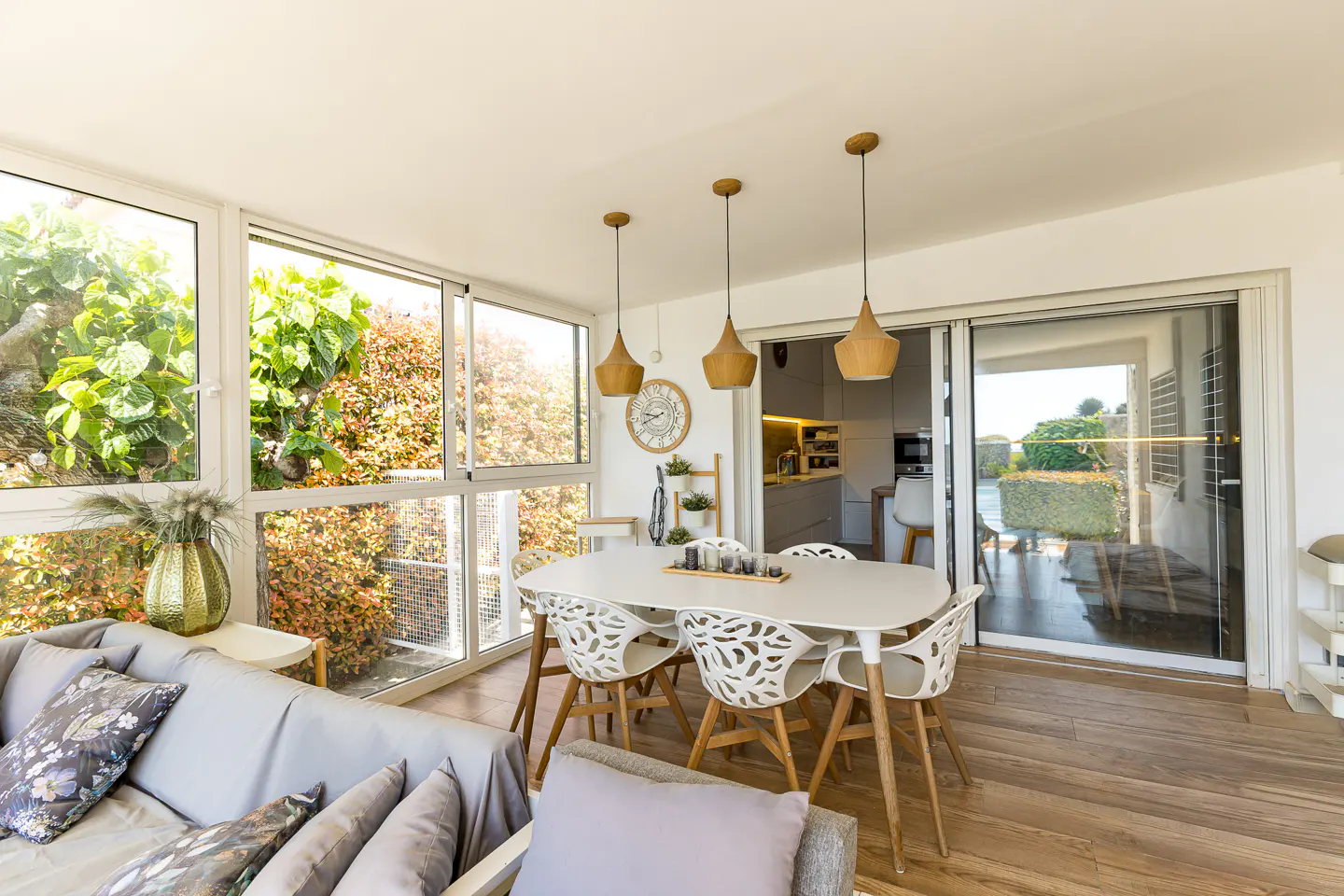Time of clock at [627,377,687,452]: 9:42
